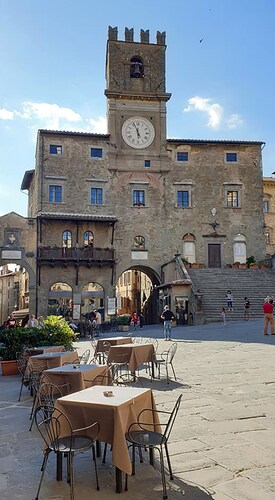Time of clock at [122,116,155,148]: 5:56
